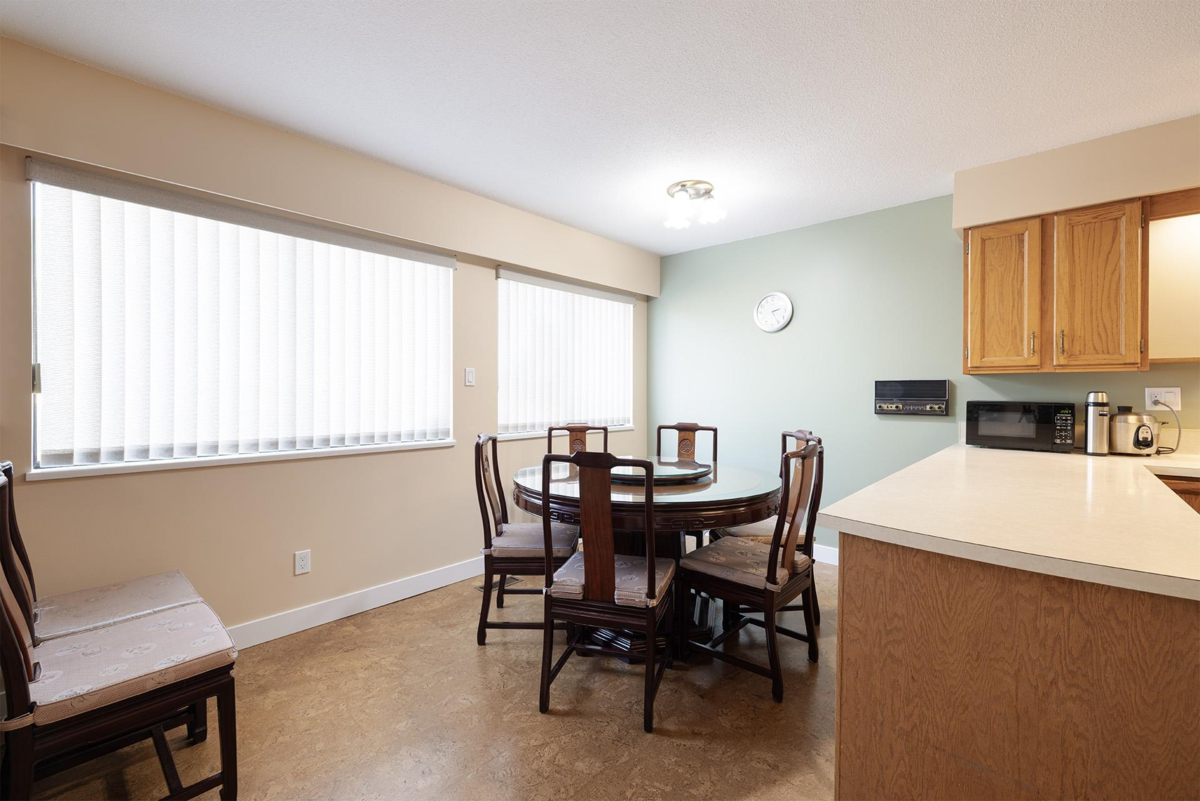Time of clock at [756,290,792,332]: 2:25
